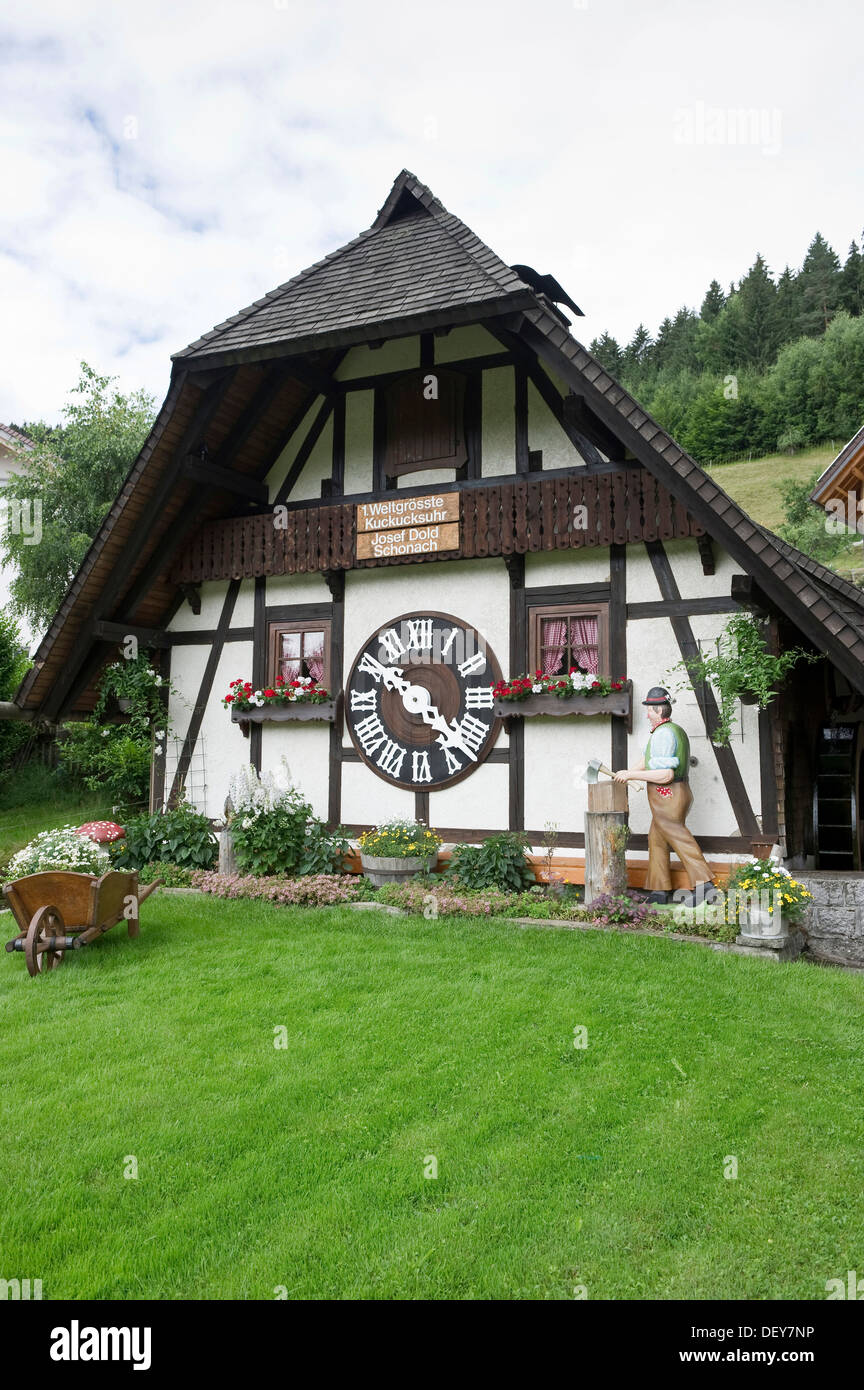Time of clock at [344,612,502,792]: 4:49
